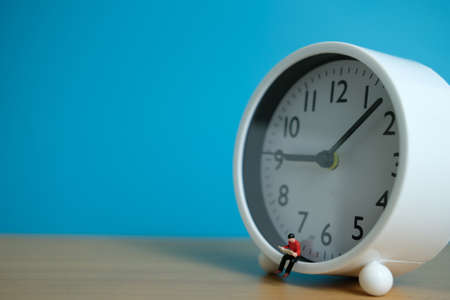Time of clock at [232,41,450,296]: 9:07
